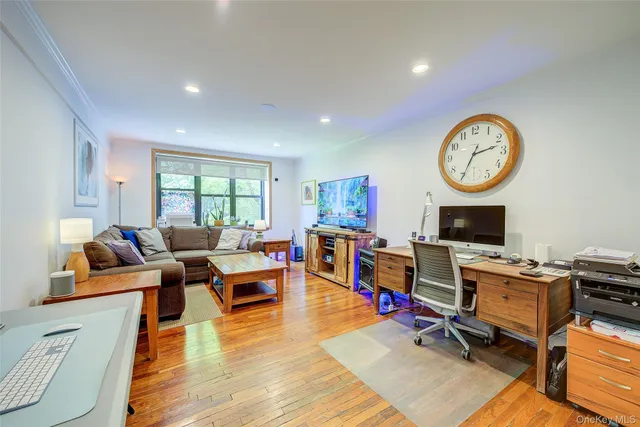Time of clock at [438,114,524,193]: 2:34
